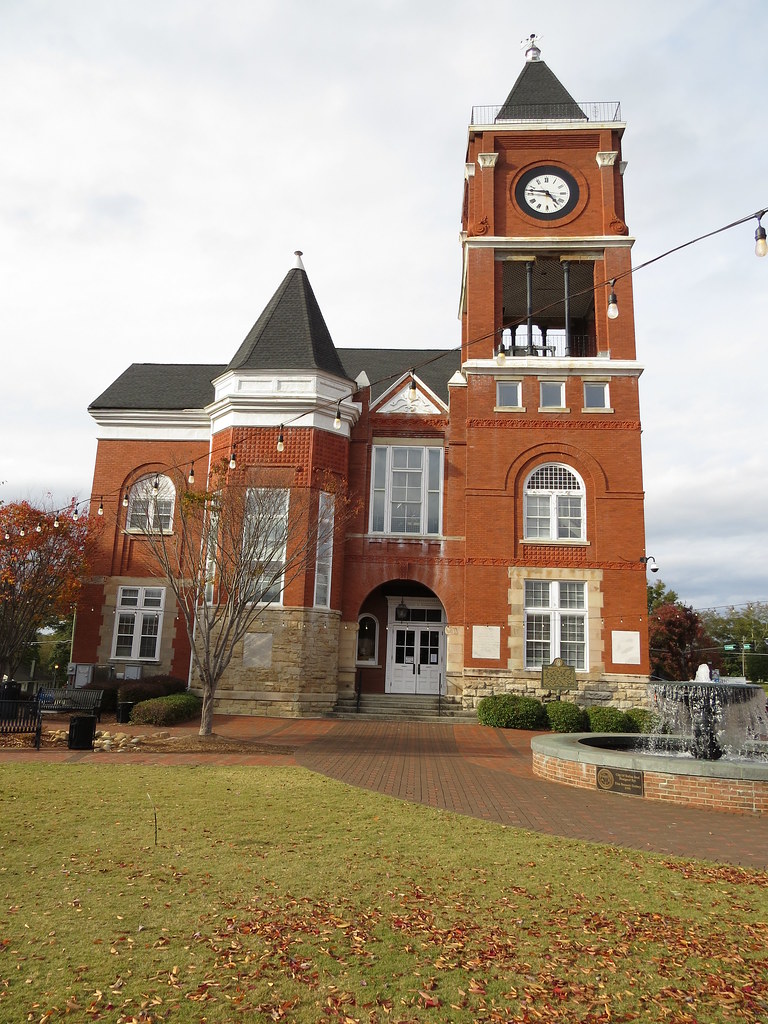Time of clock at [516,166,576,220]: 4:46
